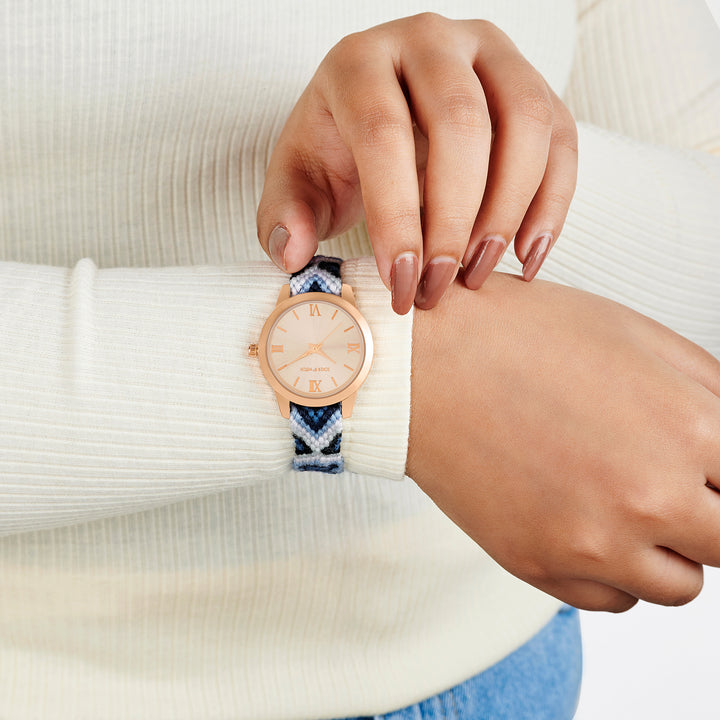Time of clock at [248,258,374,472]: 4:13
